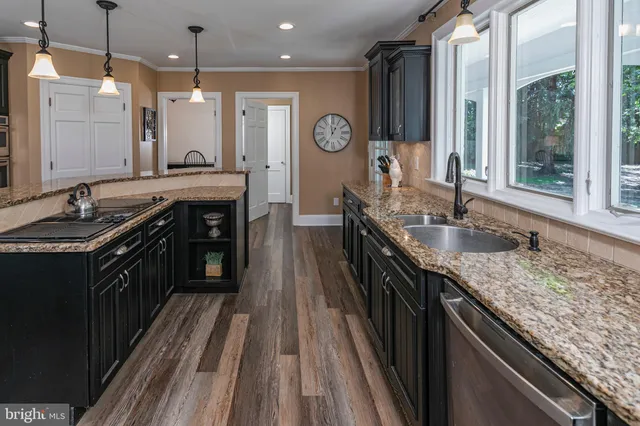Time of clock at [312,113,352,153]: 12:58
